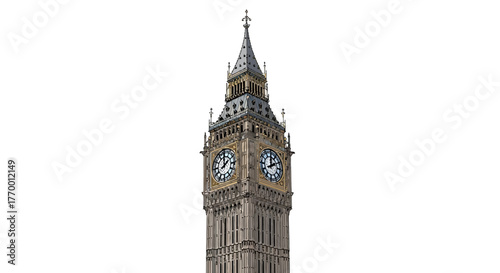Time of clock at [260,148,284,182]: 1:59
